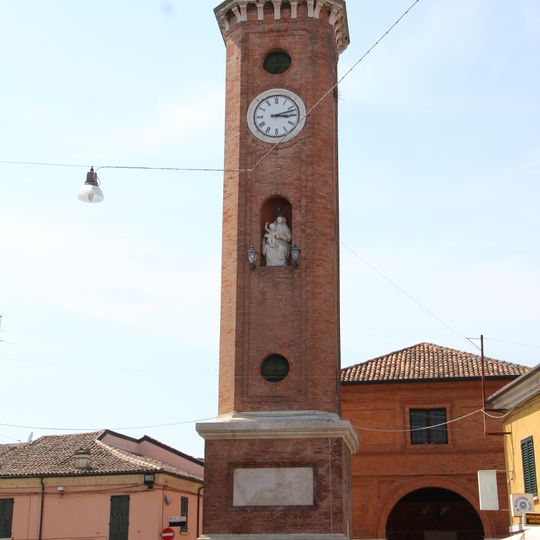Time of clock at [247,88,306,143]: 3:12
